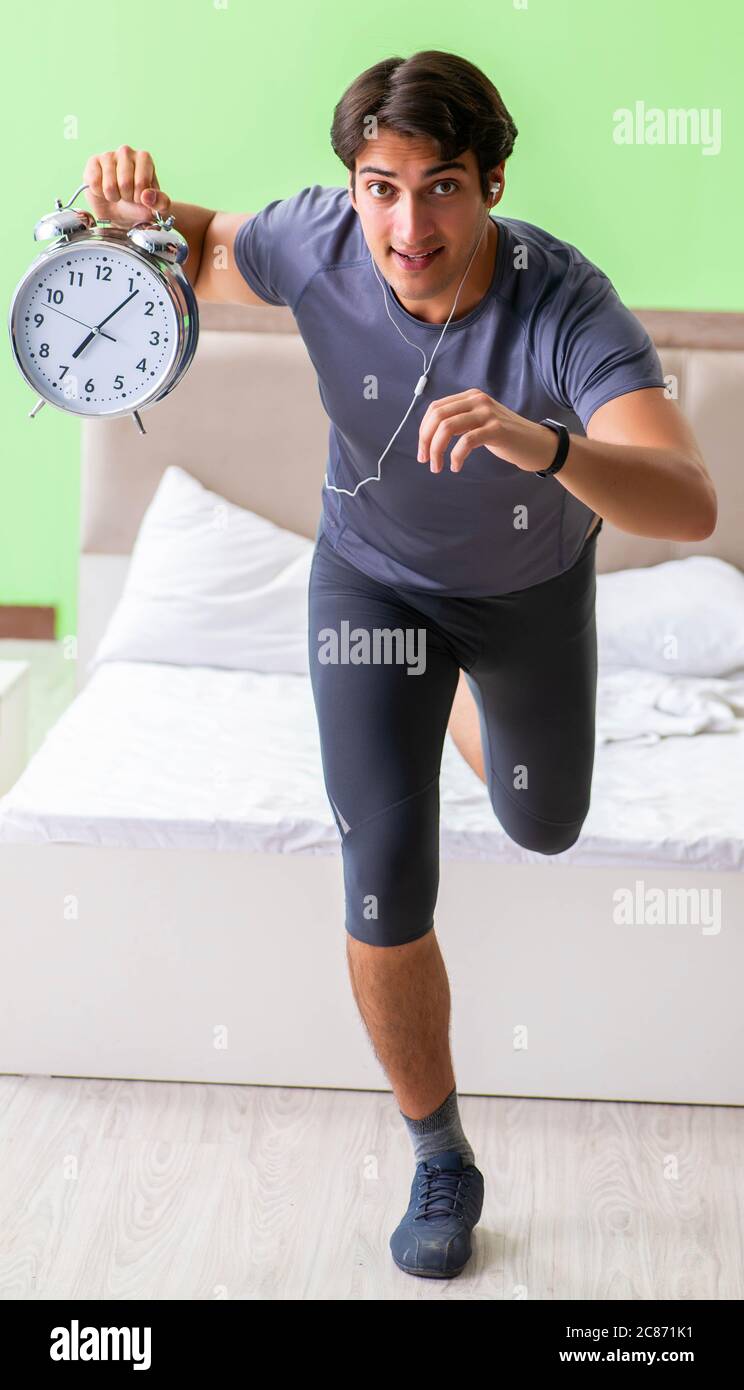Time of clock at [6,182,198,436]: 7:06
